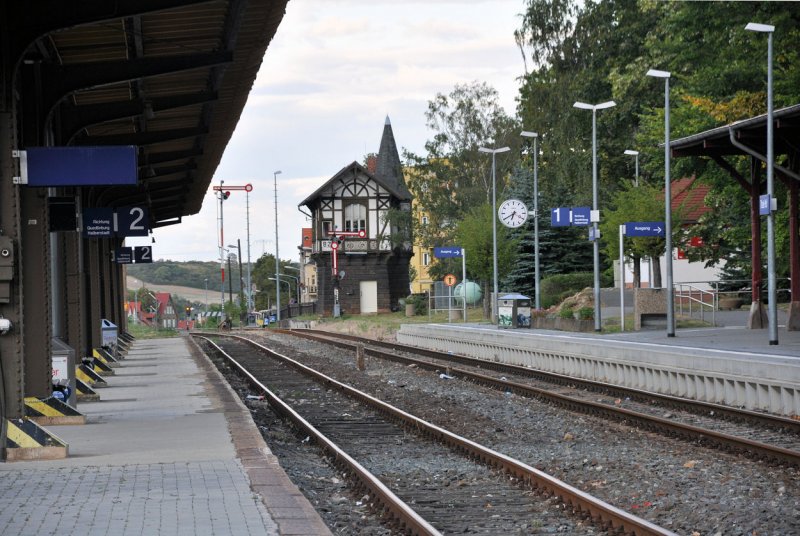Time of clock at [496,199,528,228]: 6:39
